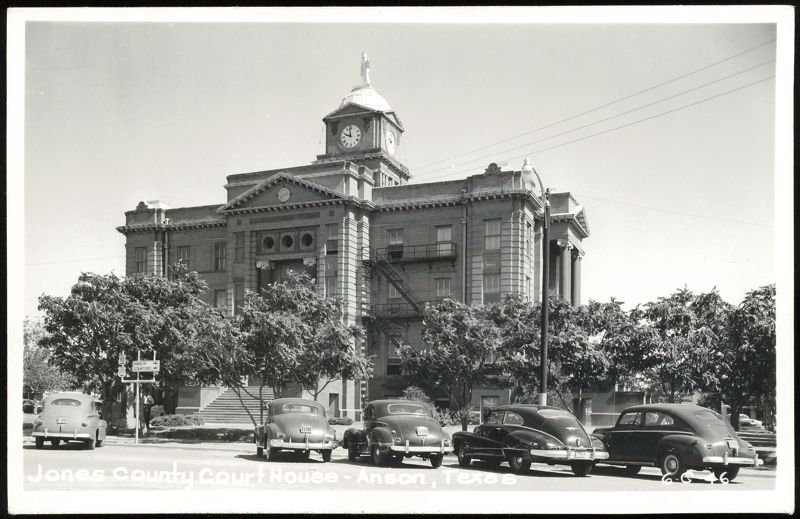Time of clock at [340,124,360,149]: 11:48
